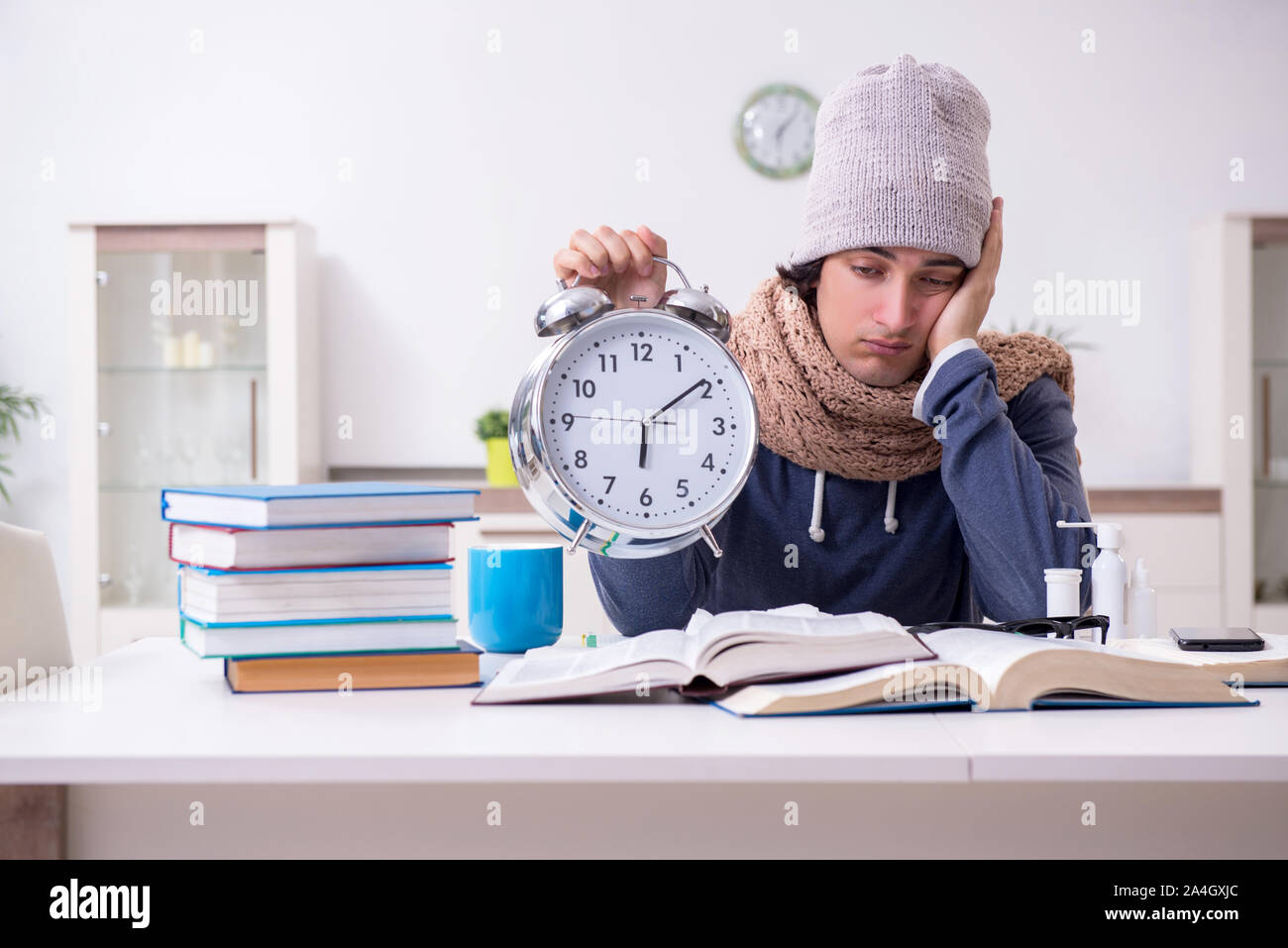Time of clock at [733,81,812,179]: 6:06
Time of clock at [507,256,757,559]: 6:09
